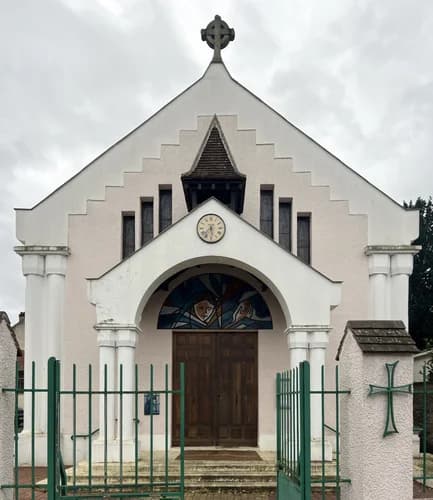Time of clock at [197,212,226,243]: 5:36
